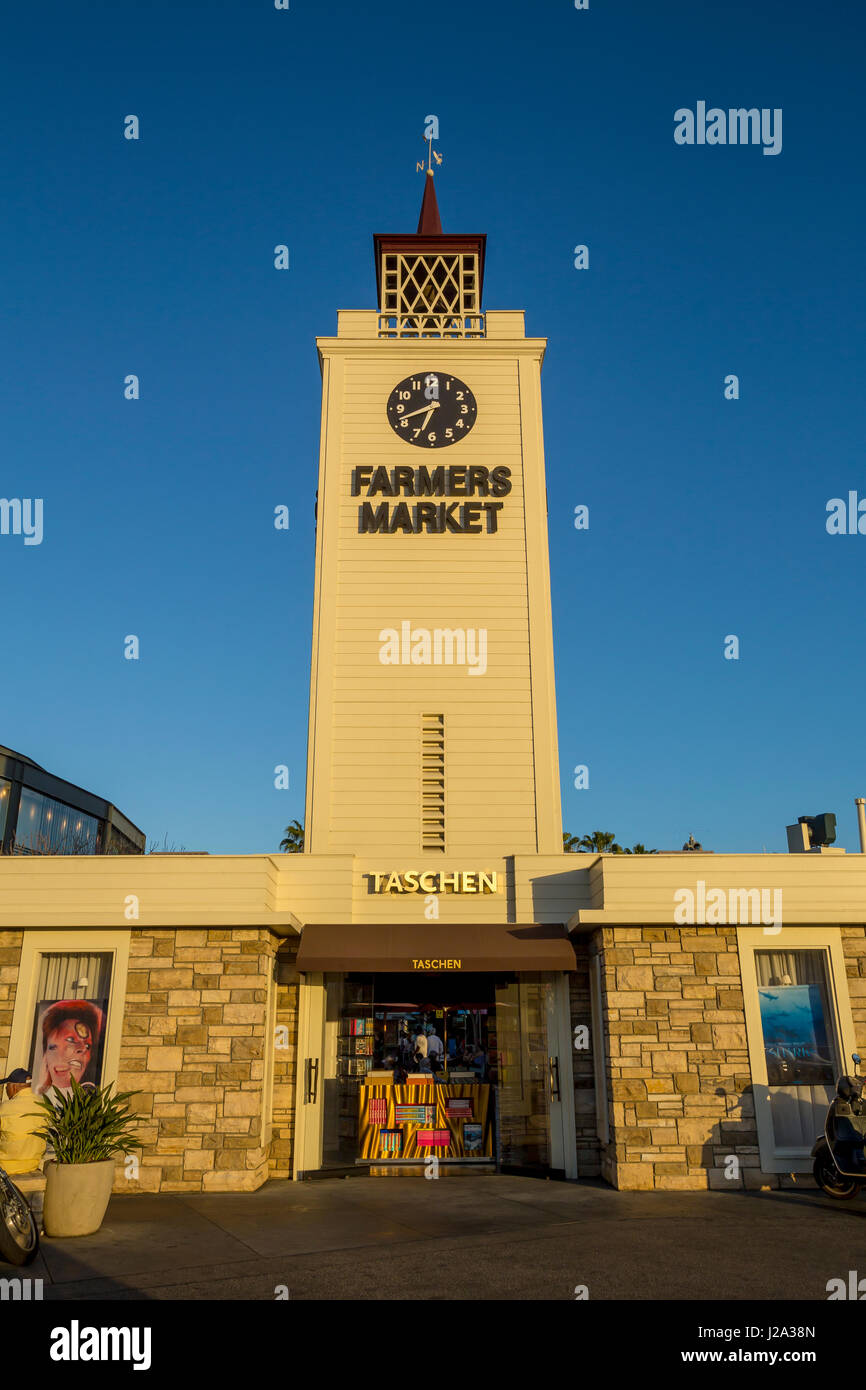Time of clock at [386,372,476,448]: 6:41
